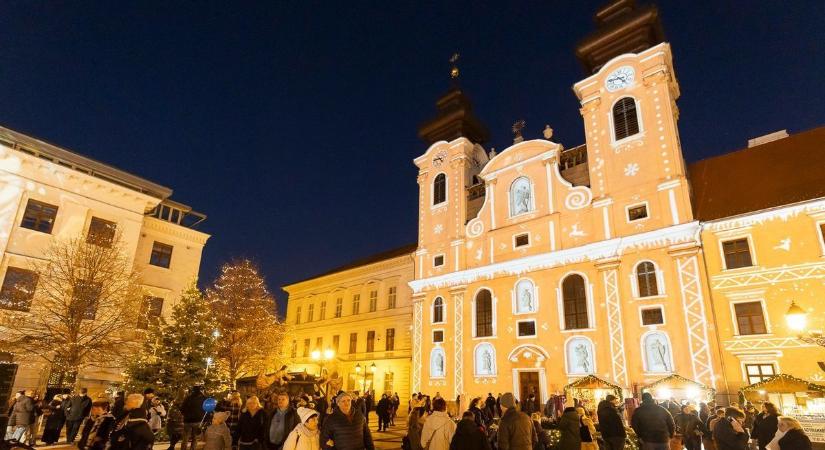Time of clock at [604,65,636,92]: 4:42
